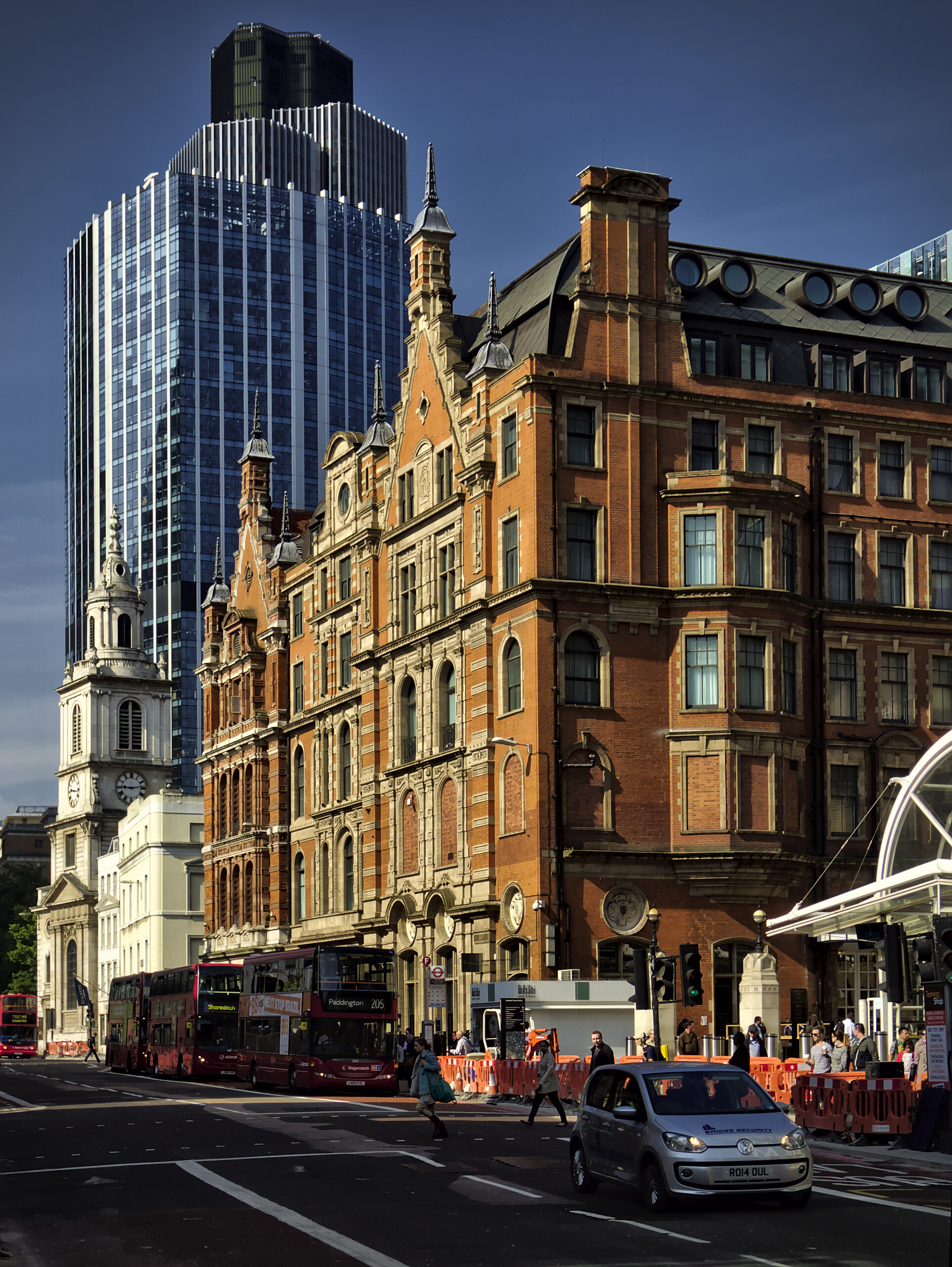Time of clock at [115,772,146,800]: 9:13
